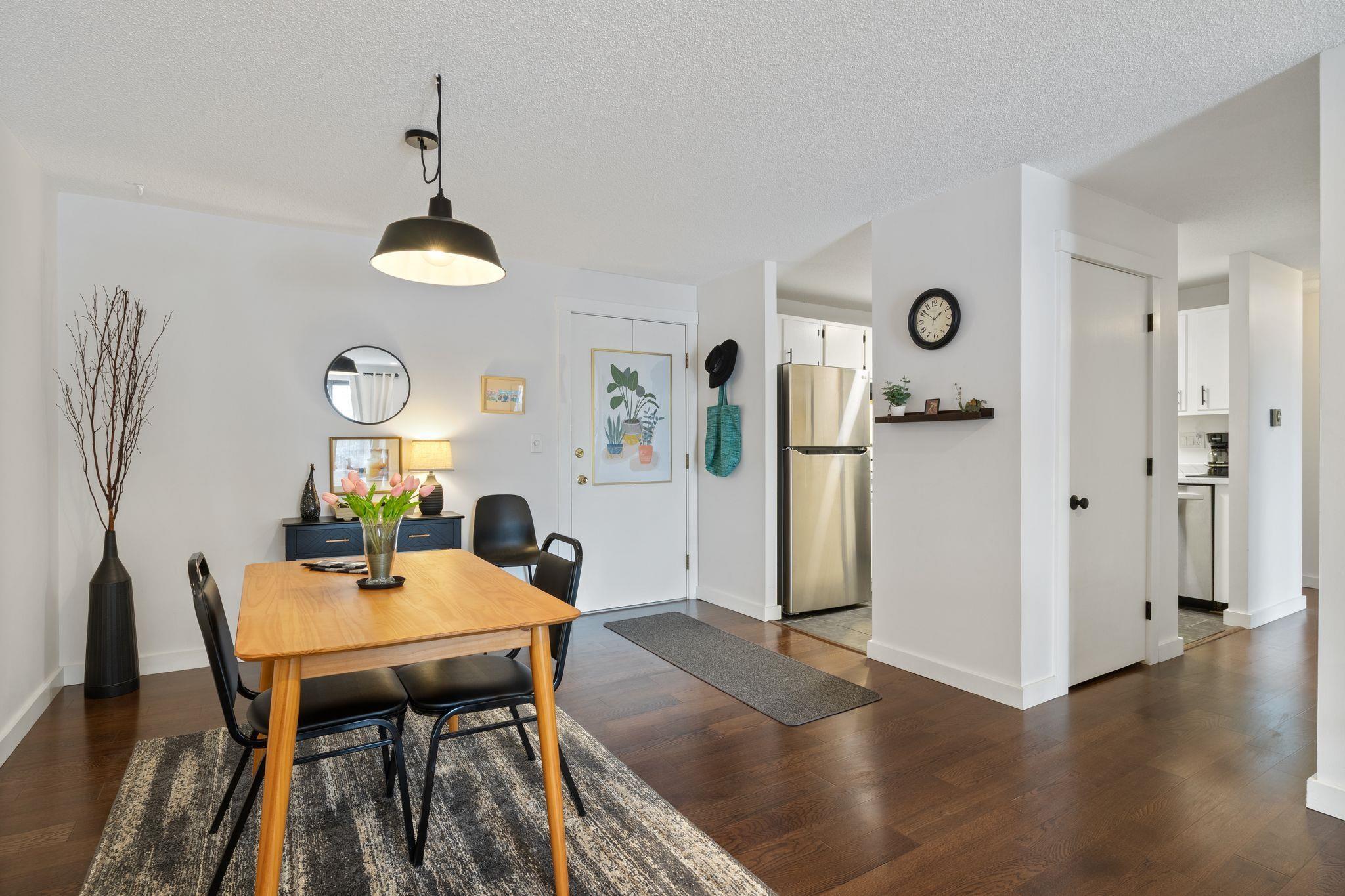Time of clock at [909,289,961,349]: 1:51
